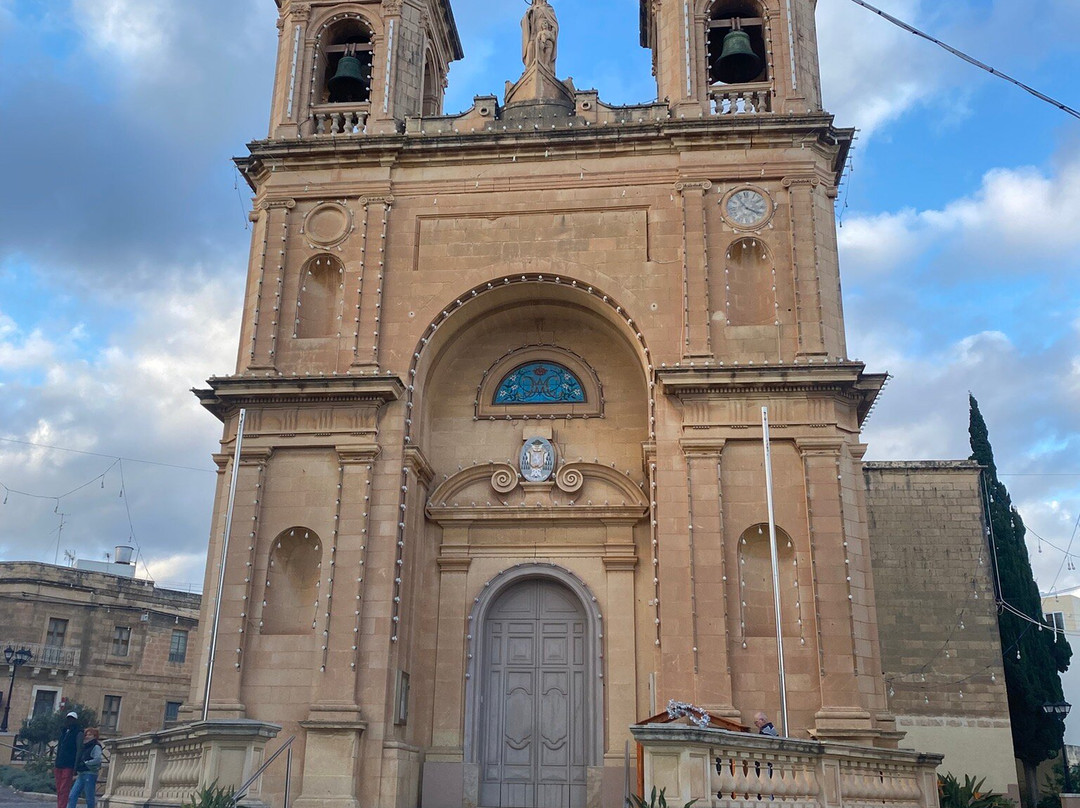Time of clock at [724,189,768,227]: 3:54
